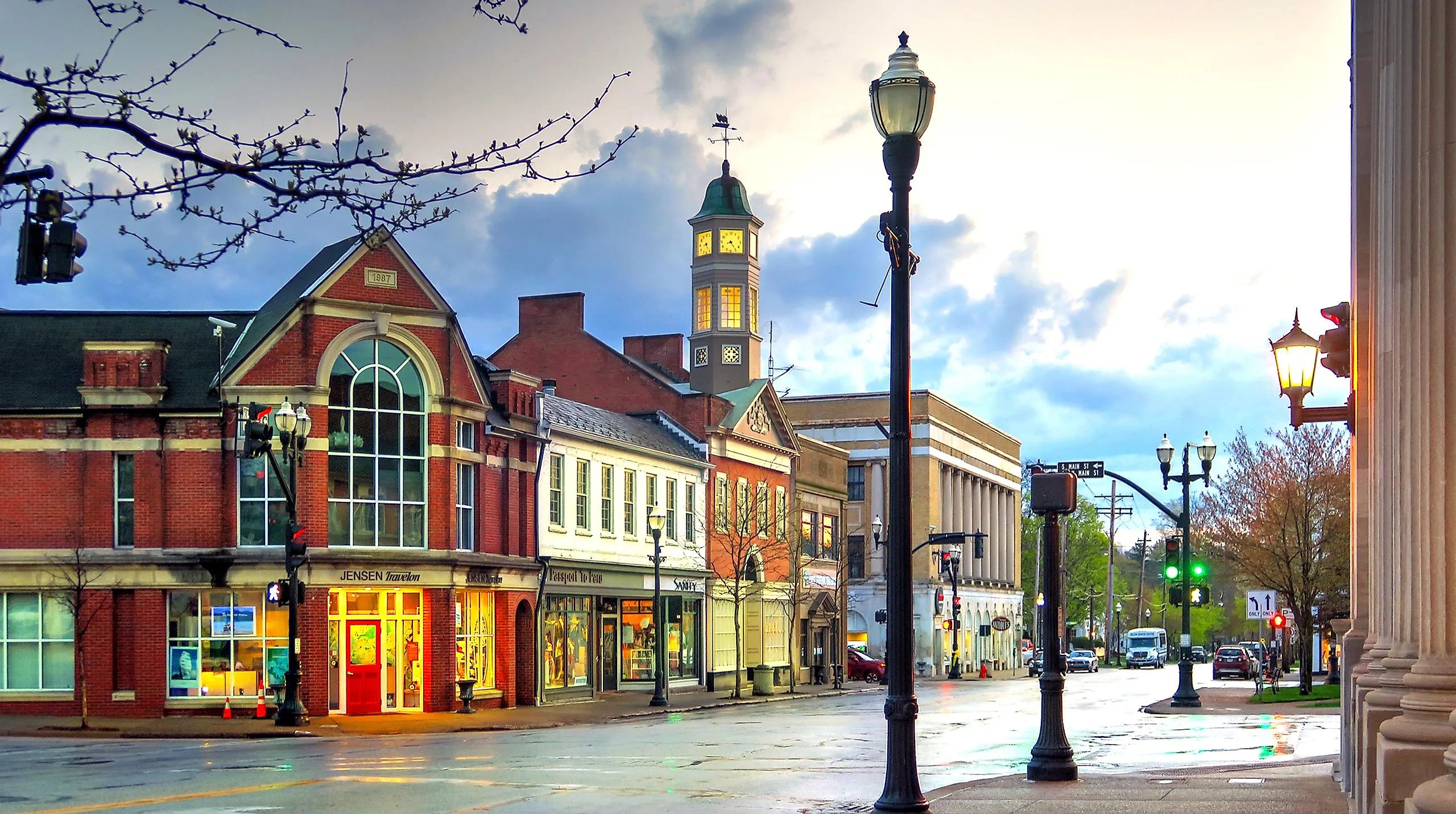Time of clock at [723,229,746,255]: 8:24
